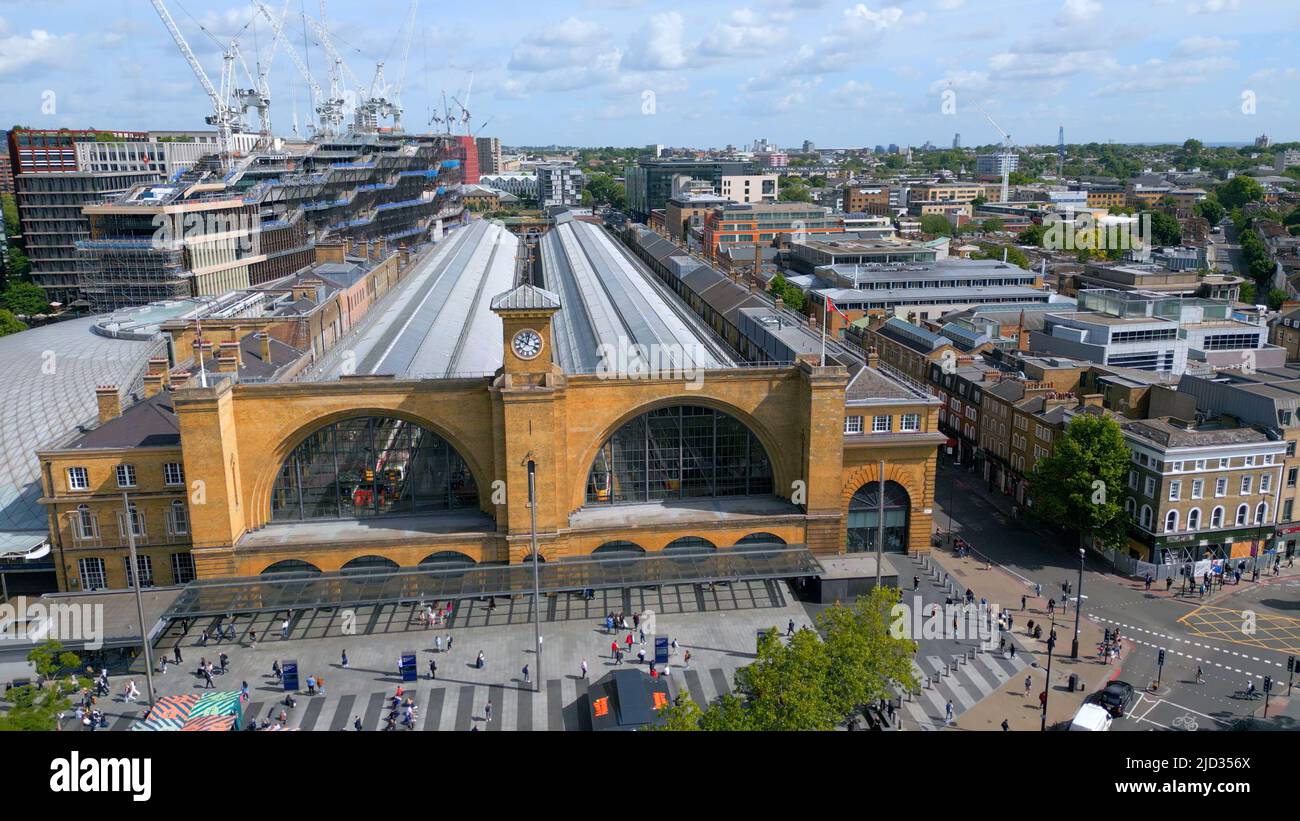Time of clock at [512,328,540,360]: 10:02
